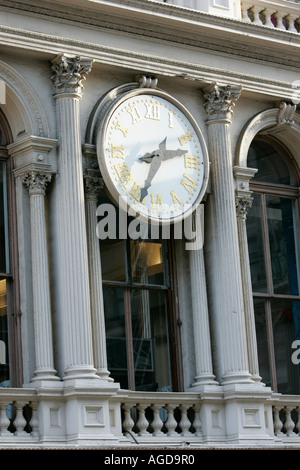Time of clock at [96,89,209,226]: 2:34
